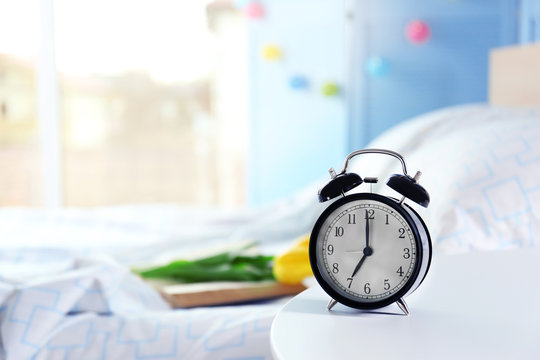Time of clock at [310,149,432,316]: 7:00
